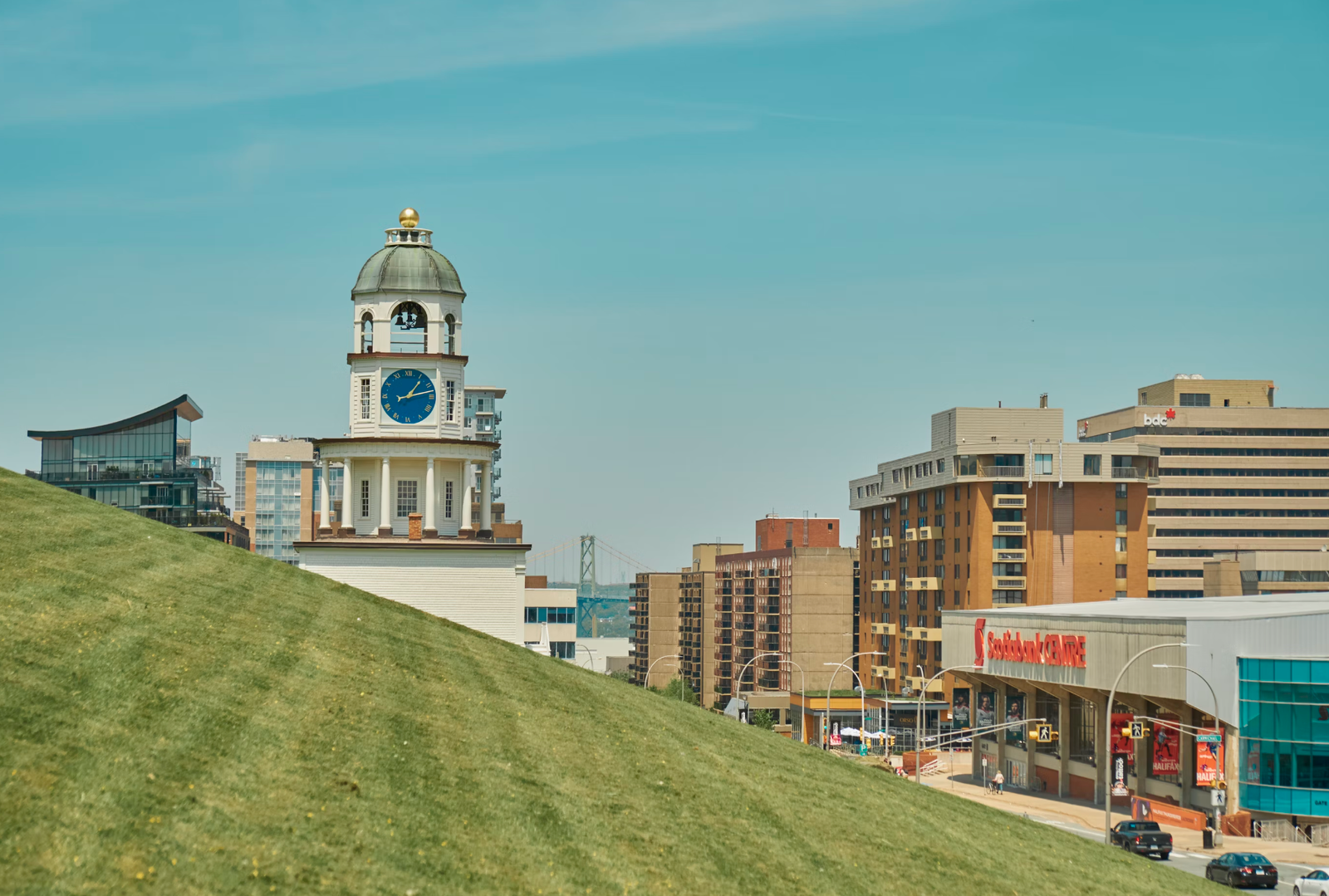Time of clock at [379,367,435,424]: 1:12
